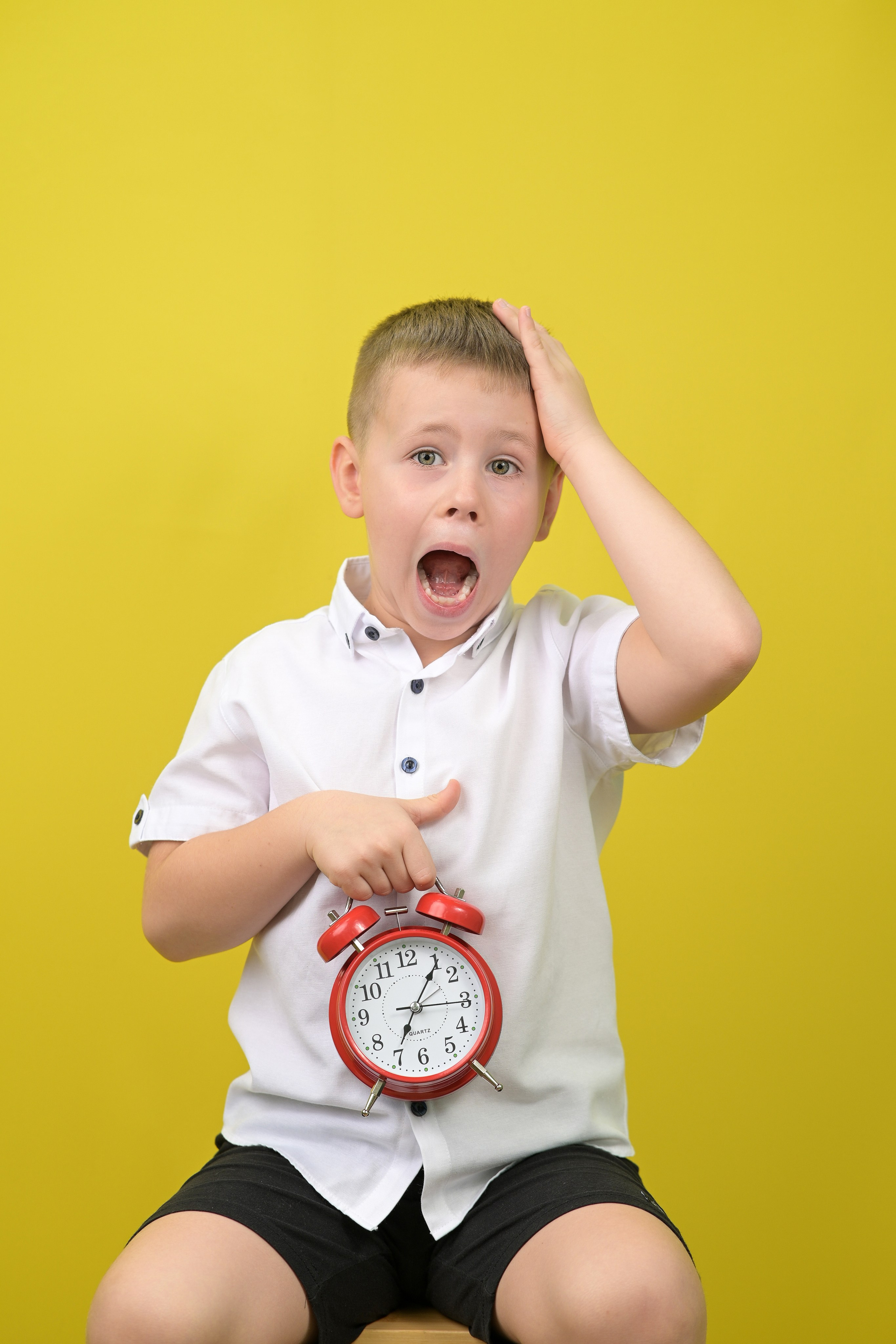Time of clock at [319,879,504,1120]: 7:06
